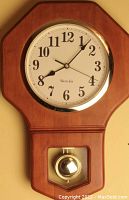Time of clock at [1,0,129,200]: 8:07
